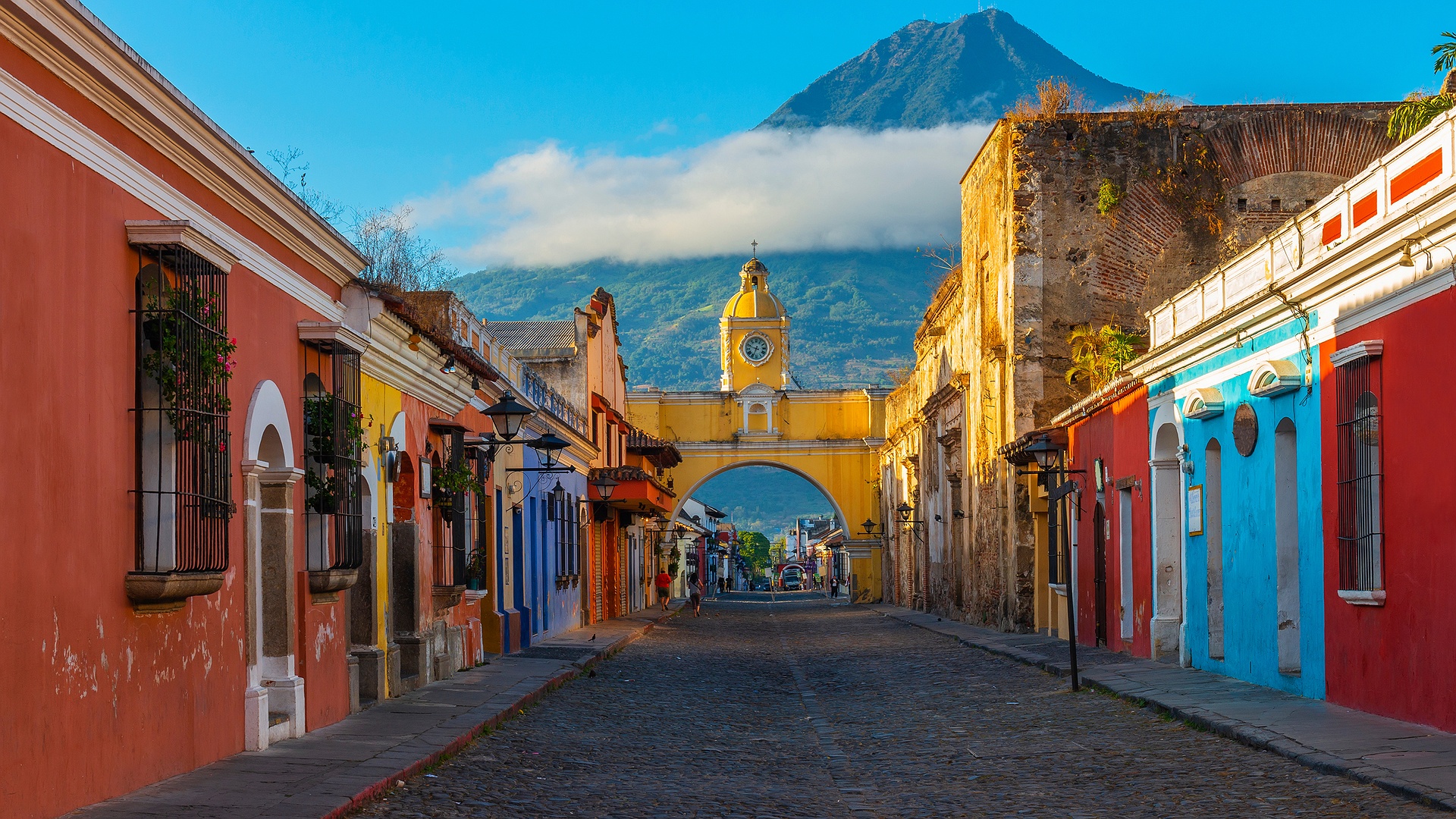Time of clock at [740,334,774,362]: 6:48
